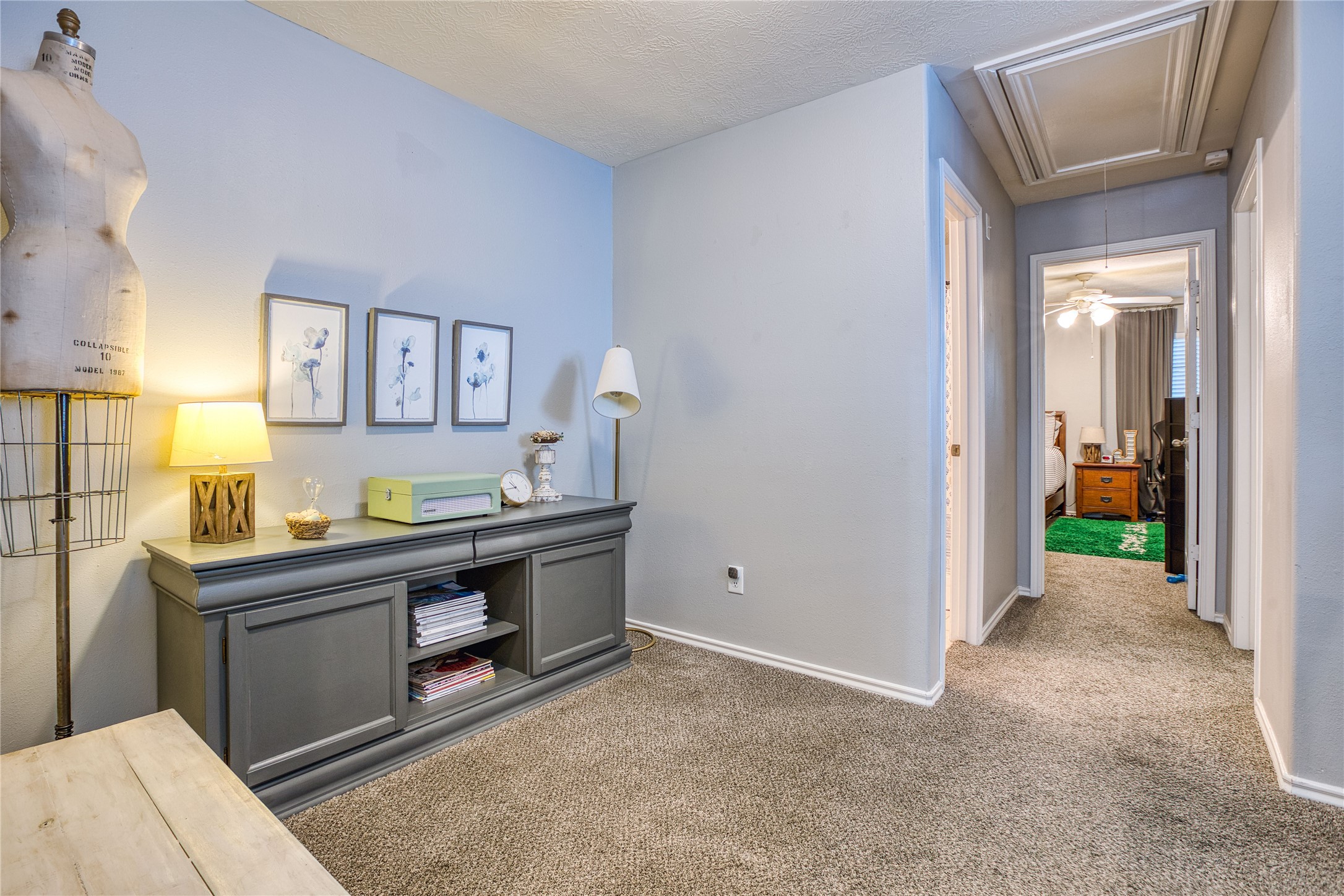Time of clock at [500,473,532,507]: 10:43
